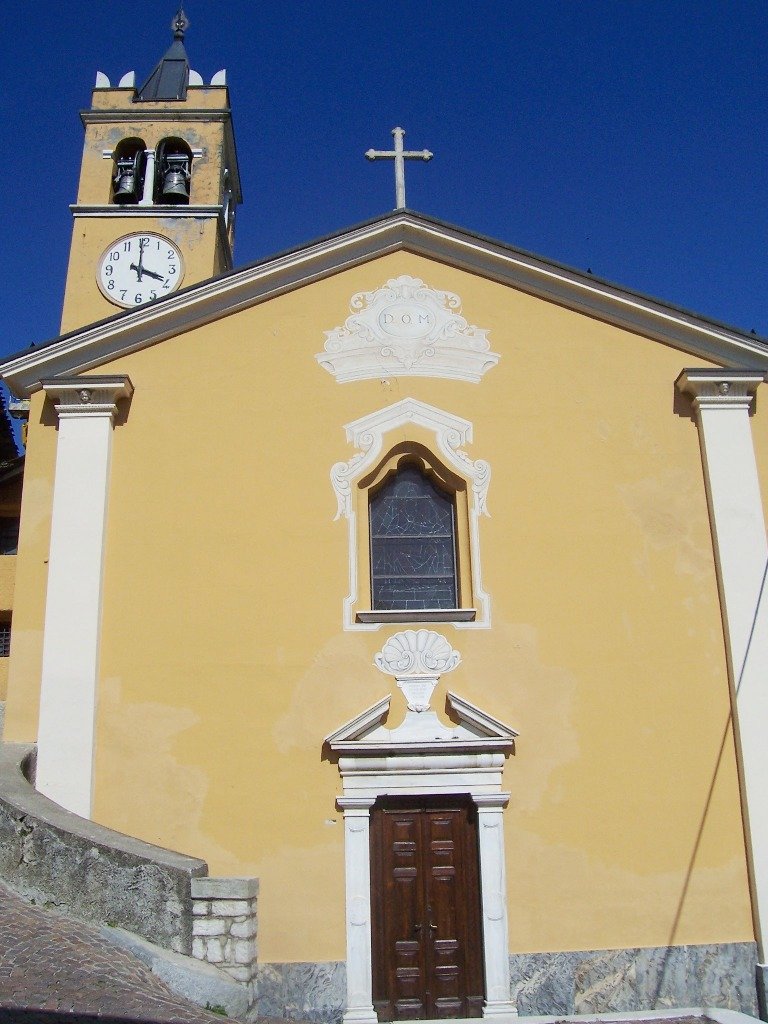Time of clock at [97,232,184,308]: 3:59
